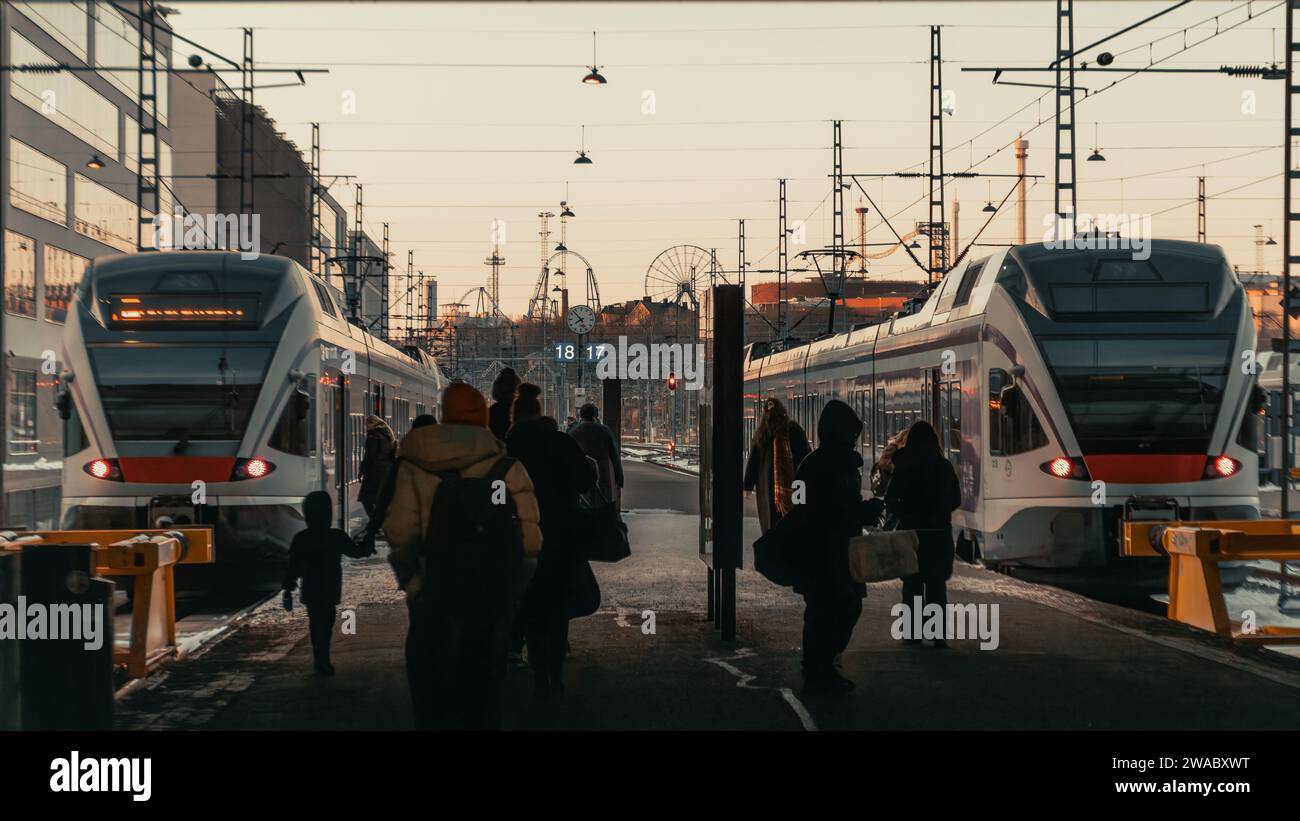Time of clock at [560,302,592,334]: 7:52
